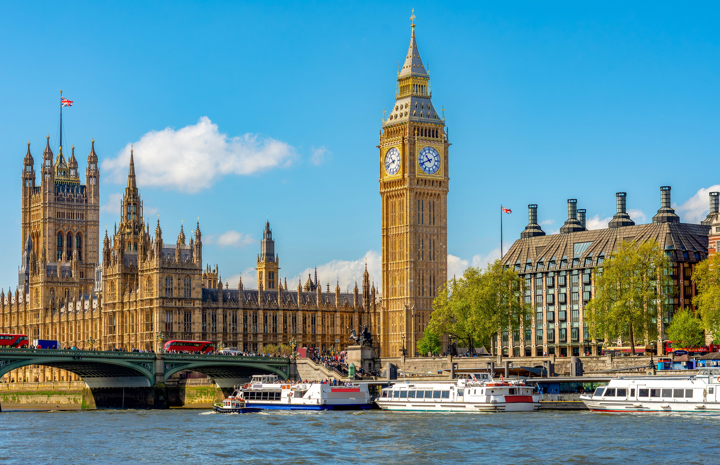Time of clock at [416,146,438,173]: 10:41
